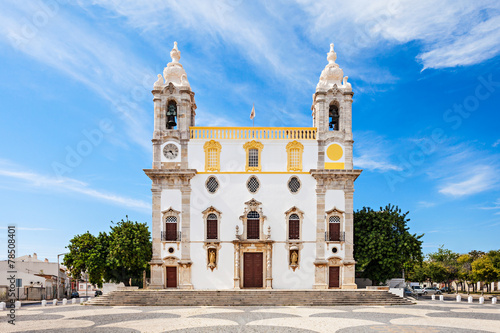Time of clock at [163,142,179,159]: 4:42
